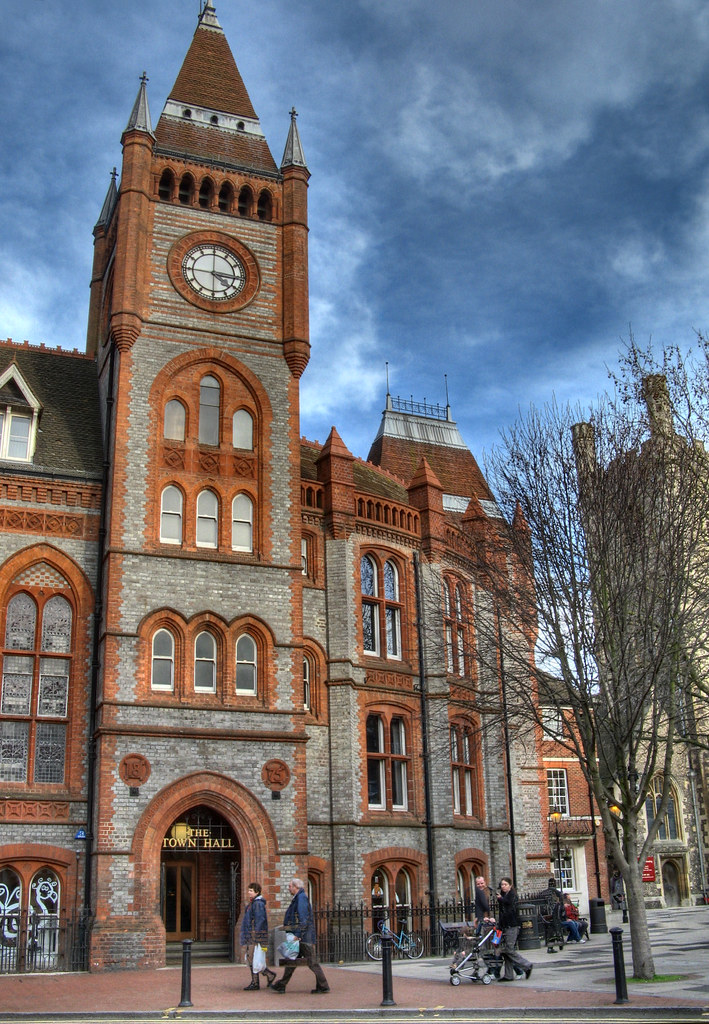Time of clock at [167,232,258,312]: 4:15
